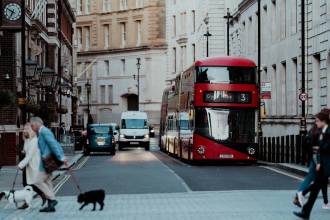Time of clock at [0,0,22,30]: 6:49
